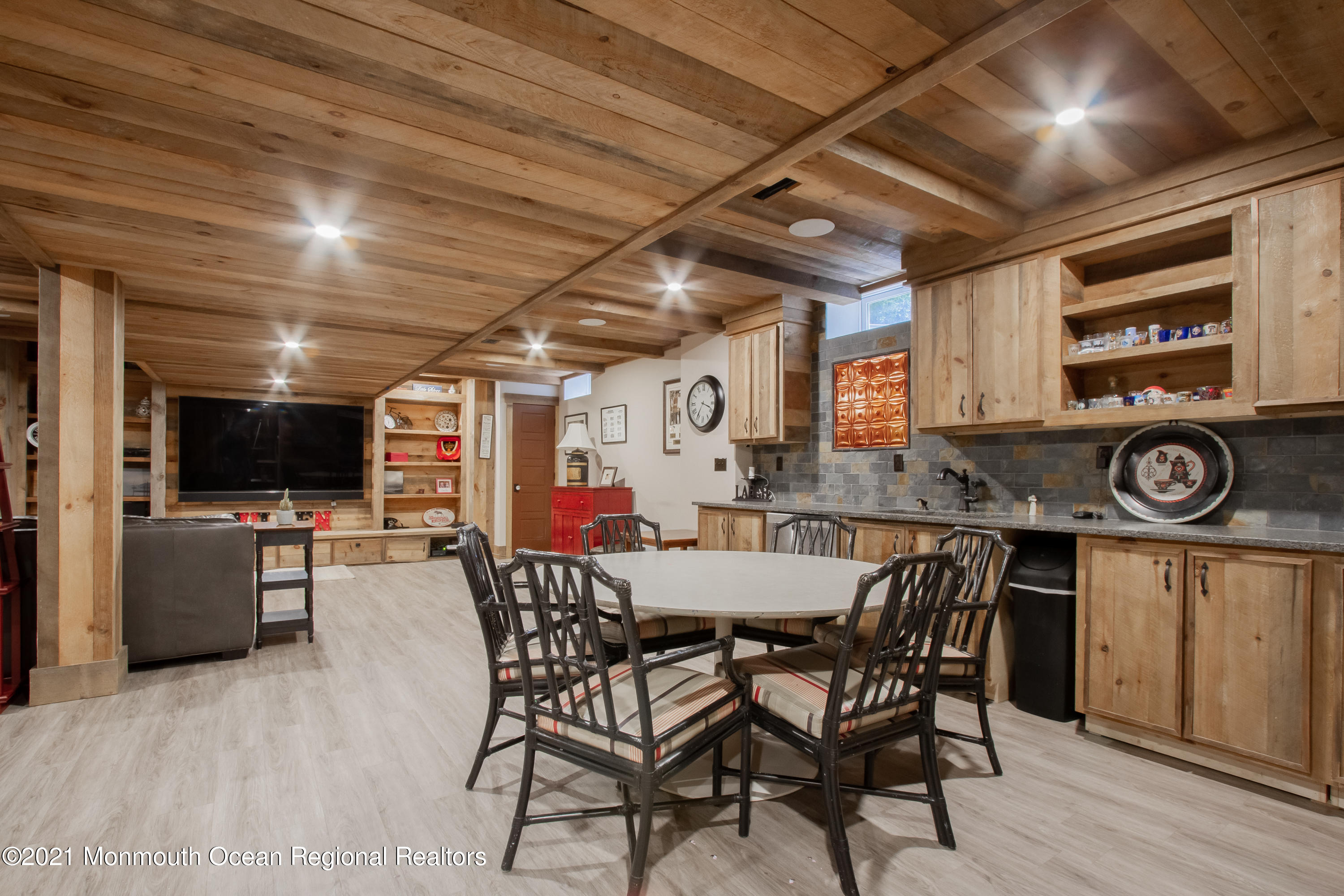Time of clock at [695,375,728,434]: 3:35
